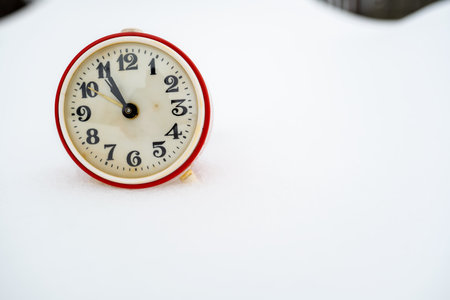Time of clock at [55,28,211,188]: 10:55
